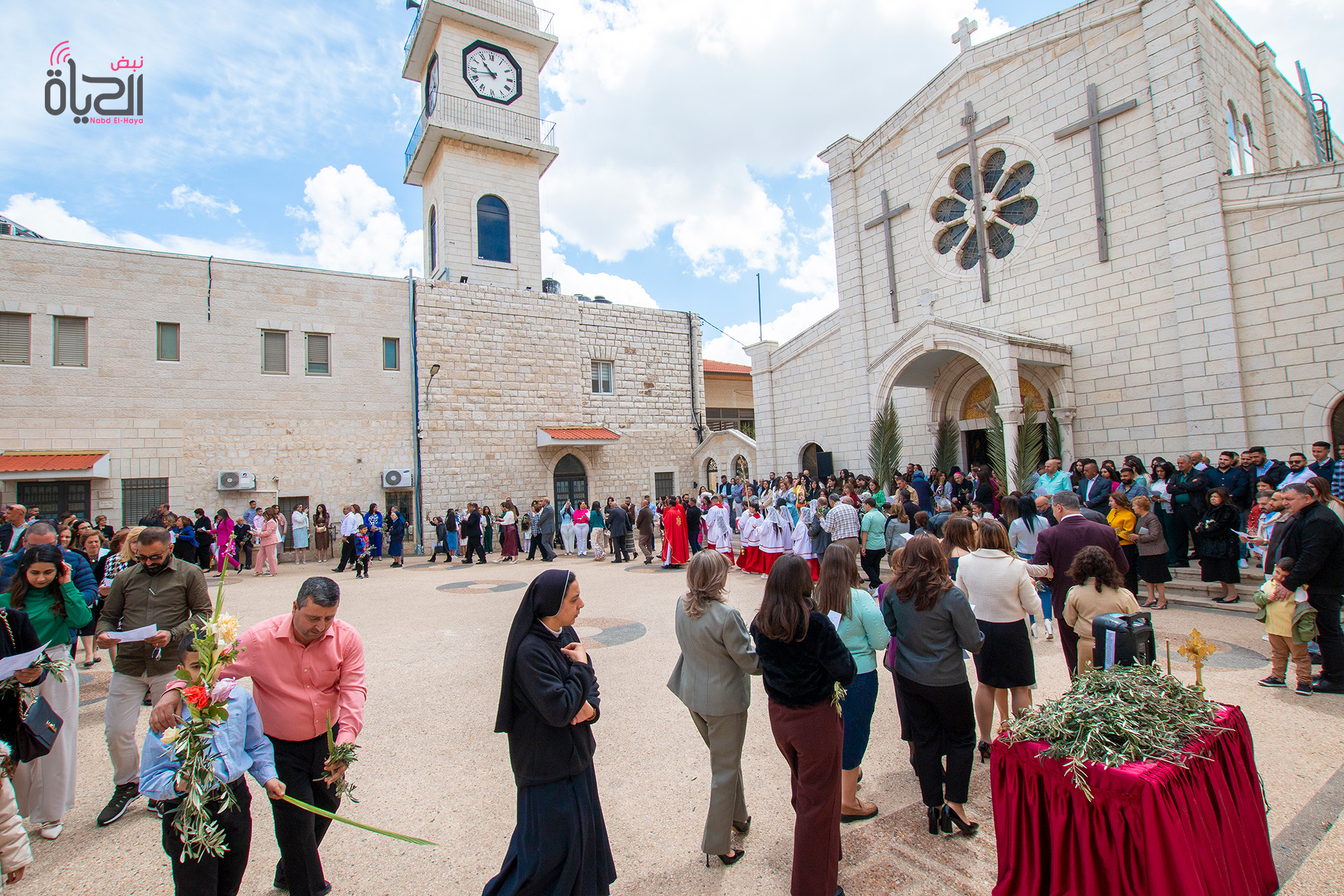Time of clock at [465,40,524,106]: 10:42
